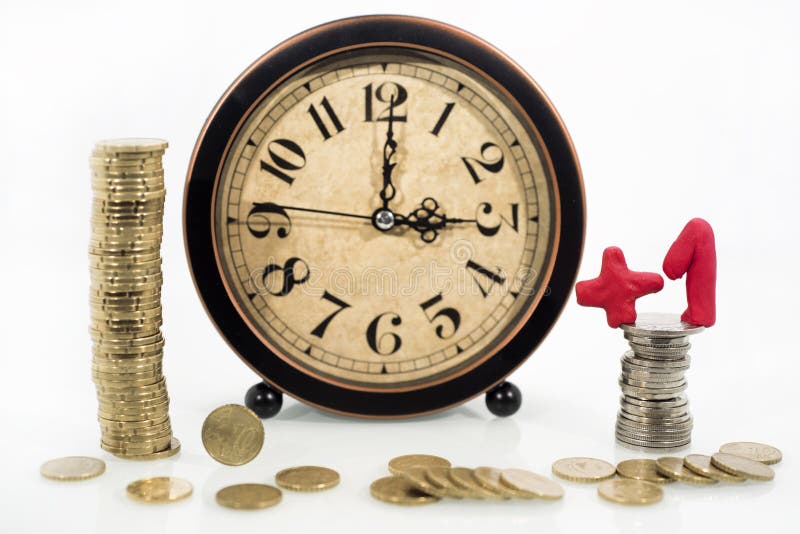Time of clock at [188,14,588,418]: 3:00
